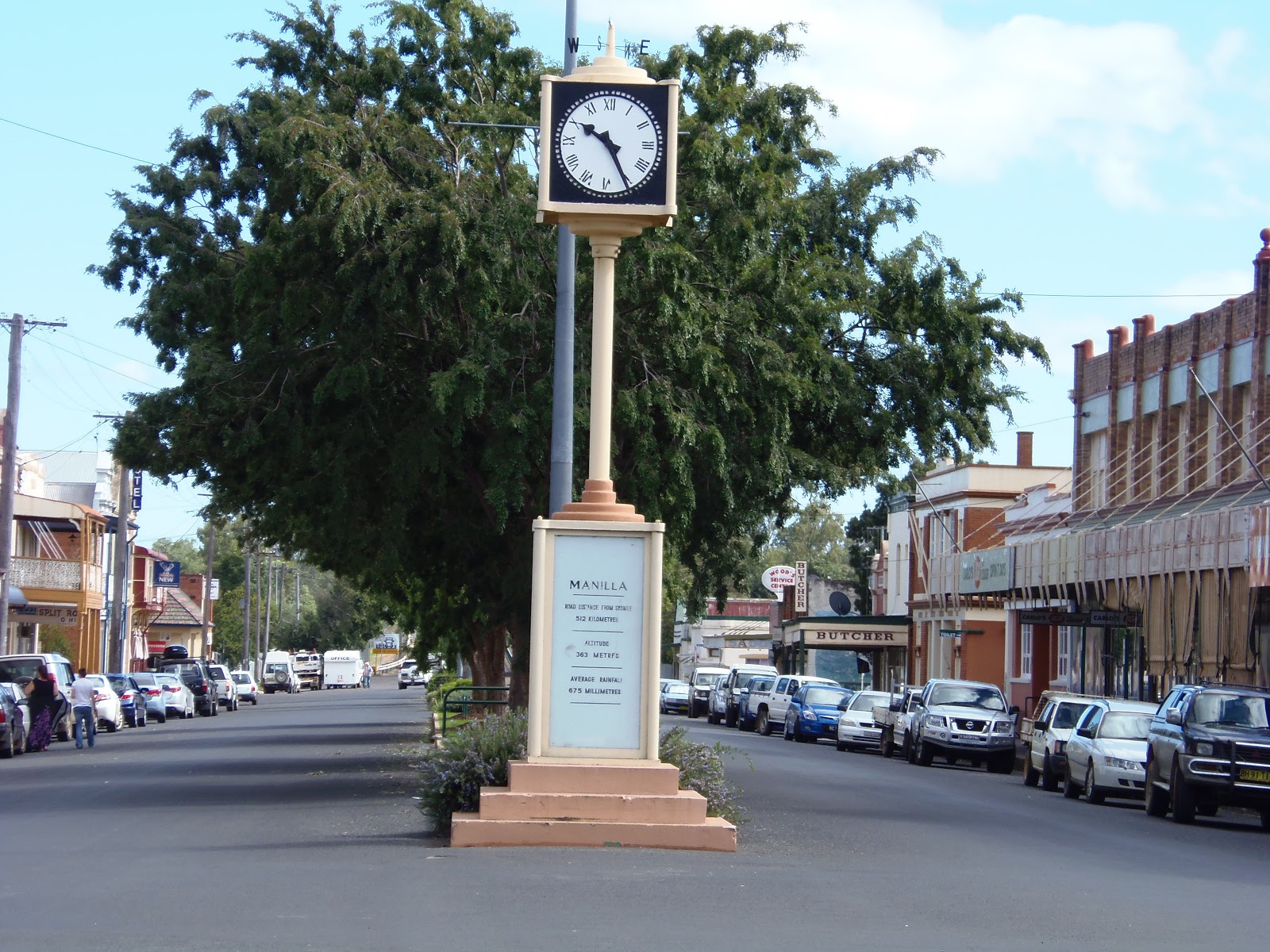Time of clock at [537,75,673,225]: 10:25
